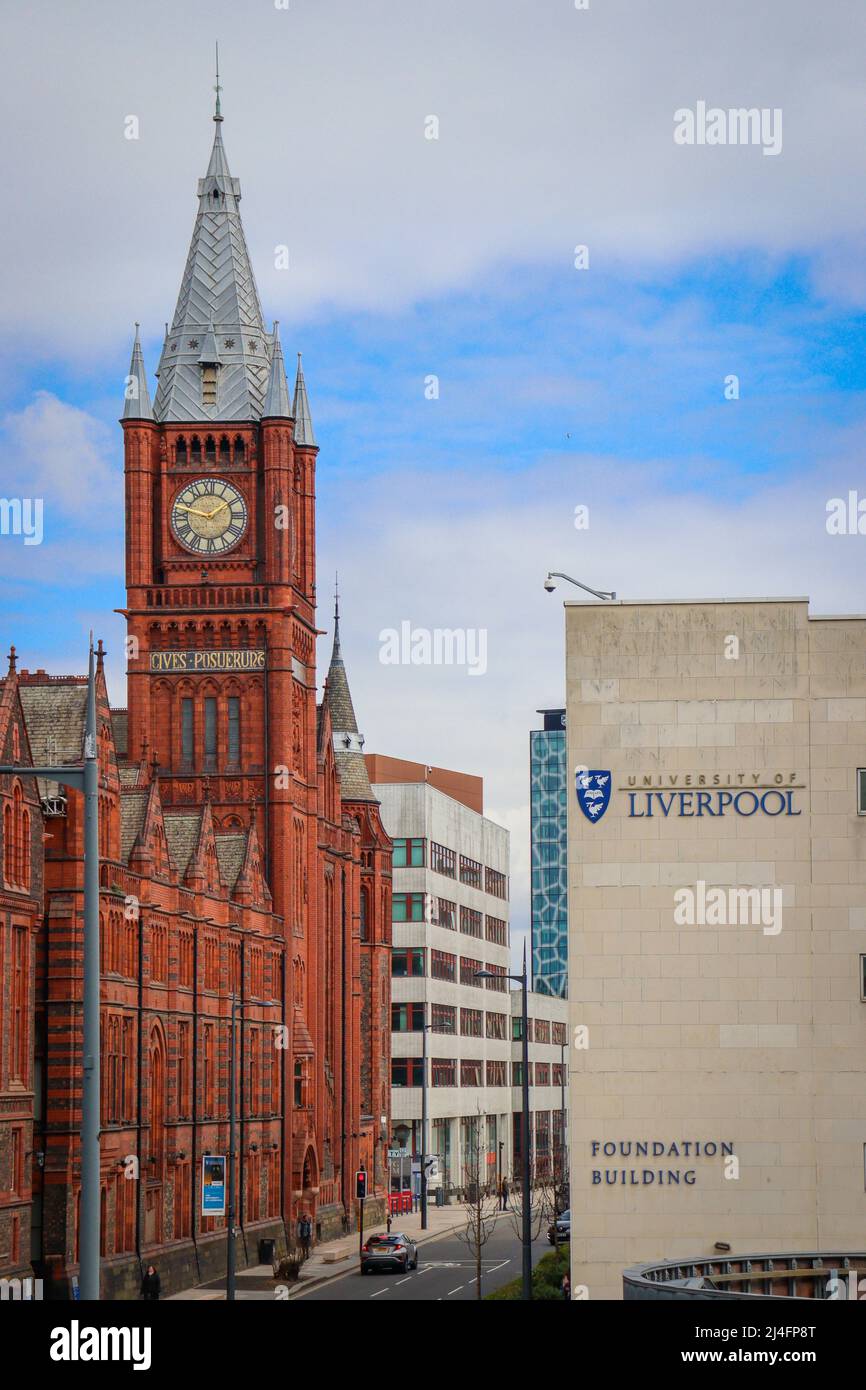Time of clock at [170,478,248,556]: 1:47
